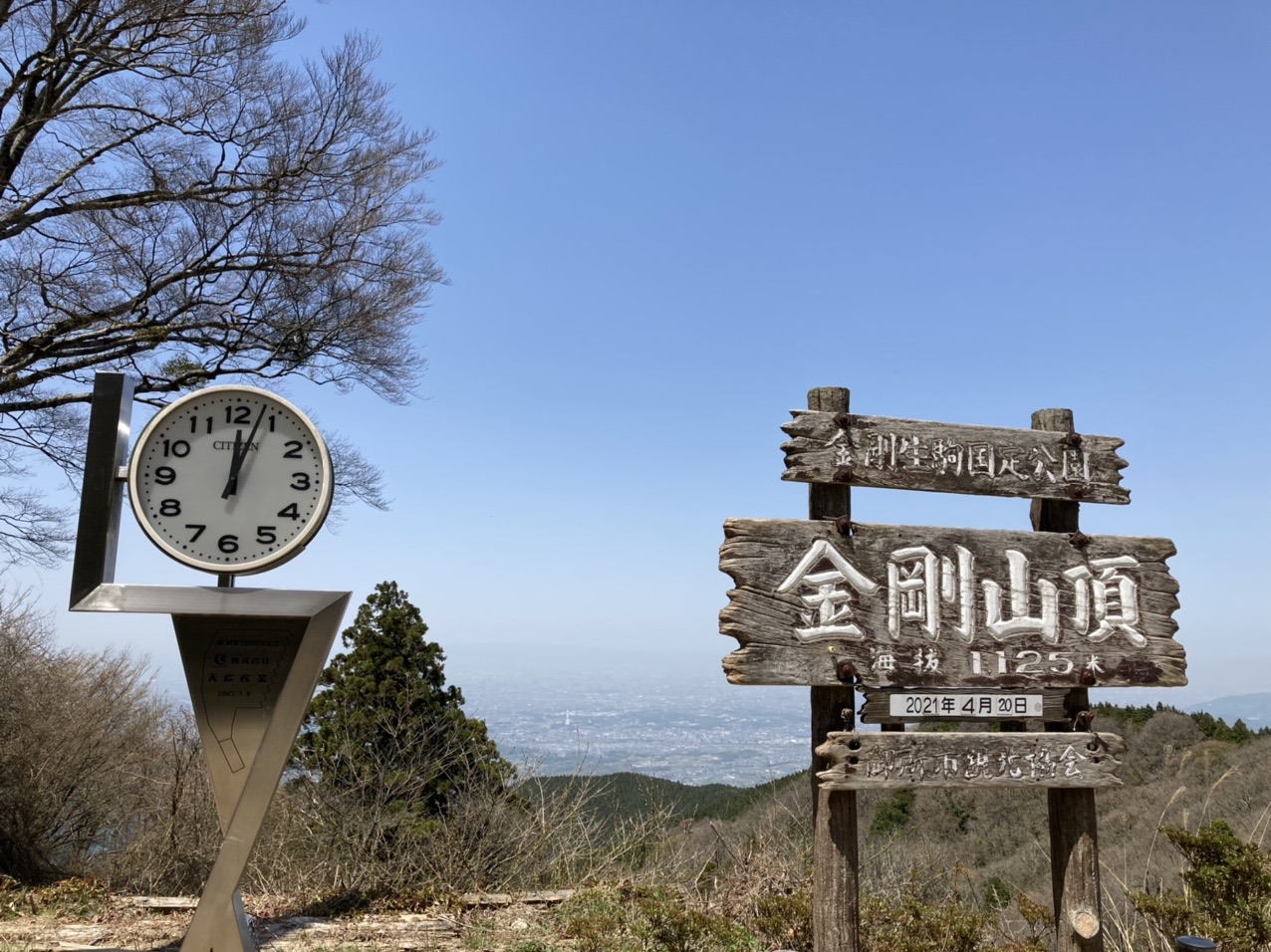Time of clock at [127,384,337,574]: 12:03
